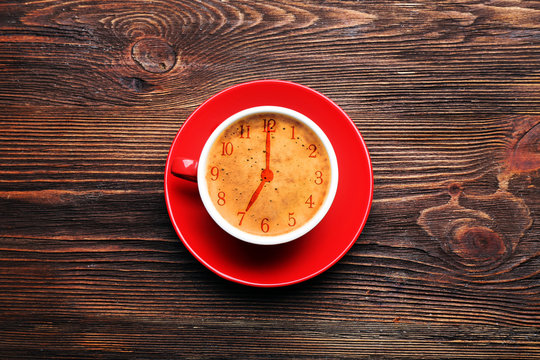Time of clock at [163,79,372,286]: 7:00
